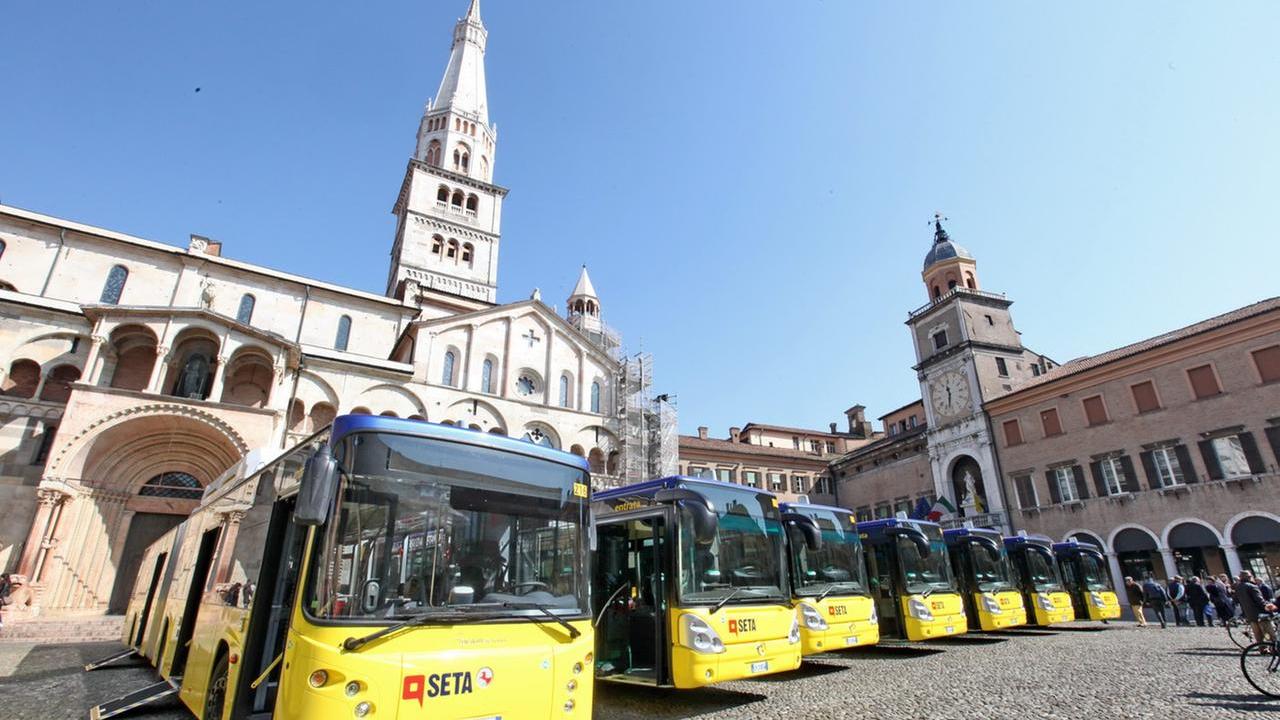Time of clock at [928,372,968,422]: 11:32
